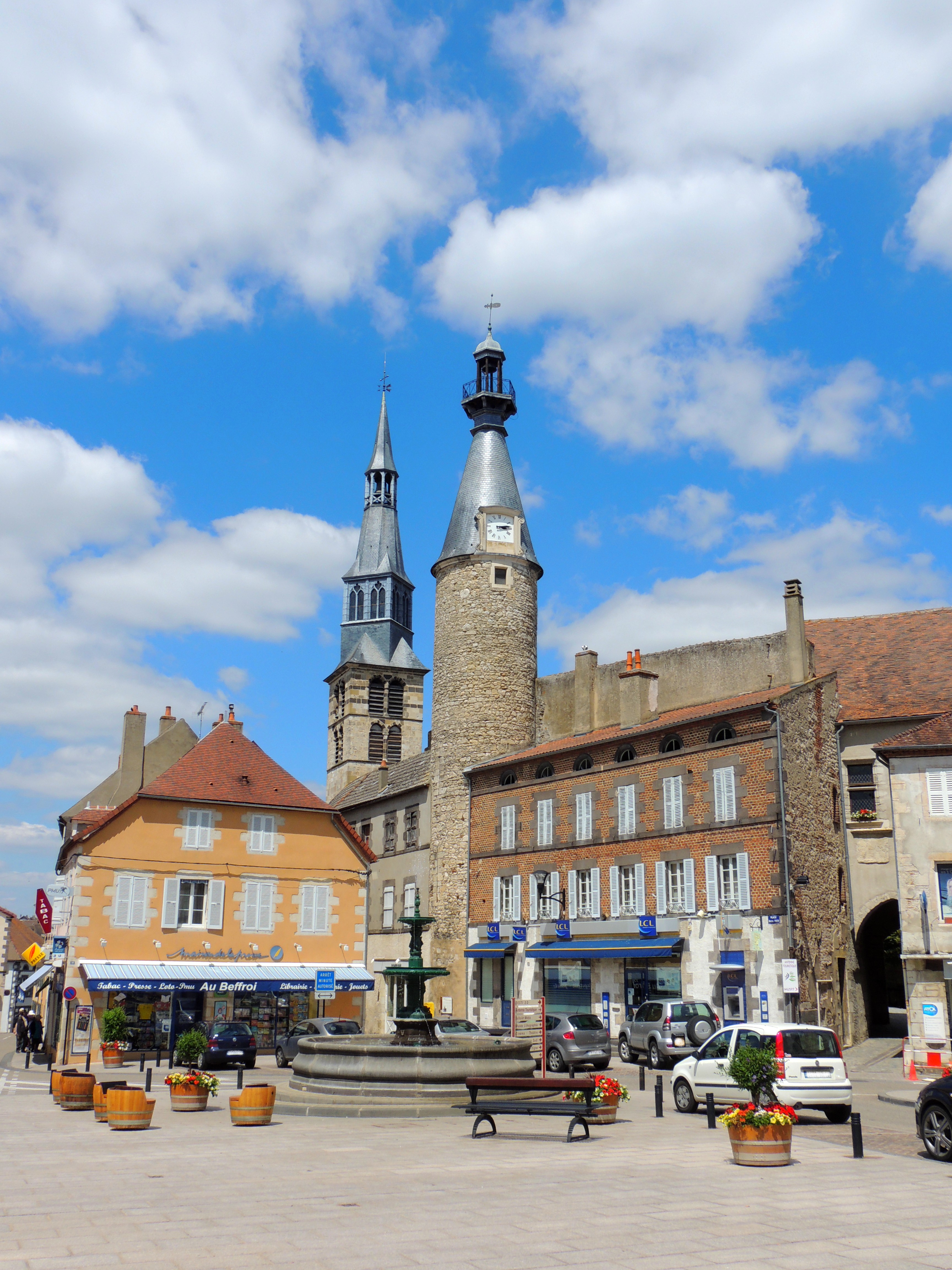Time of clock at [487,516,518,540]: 3:13
